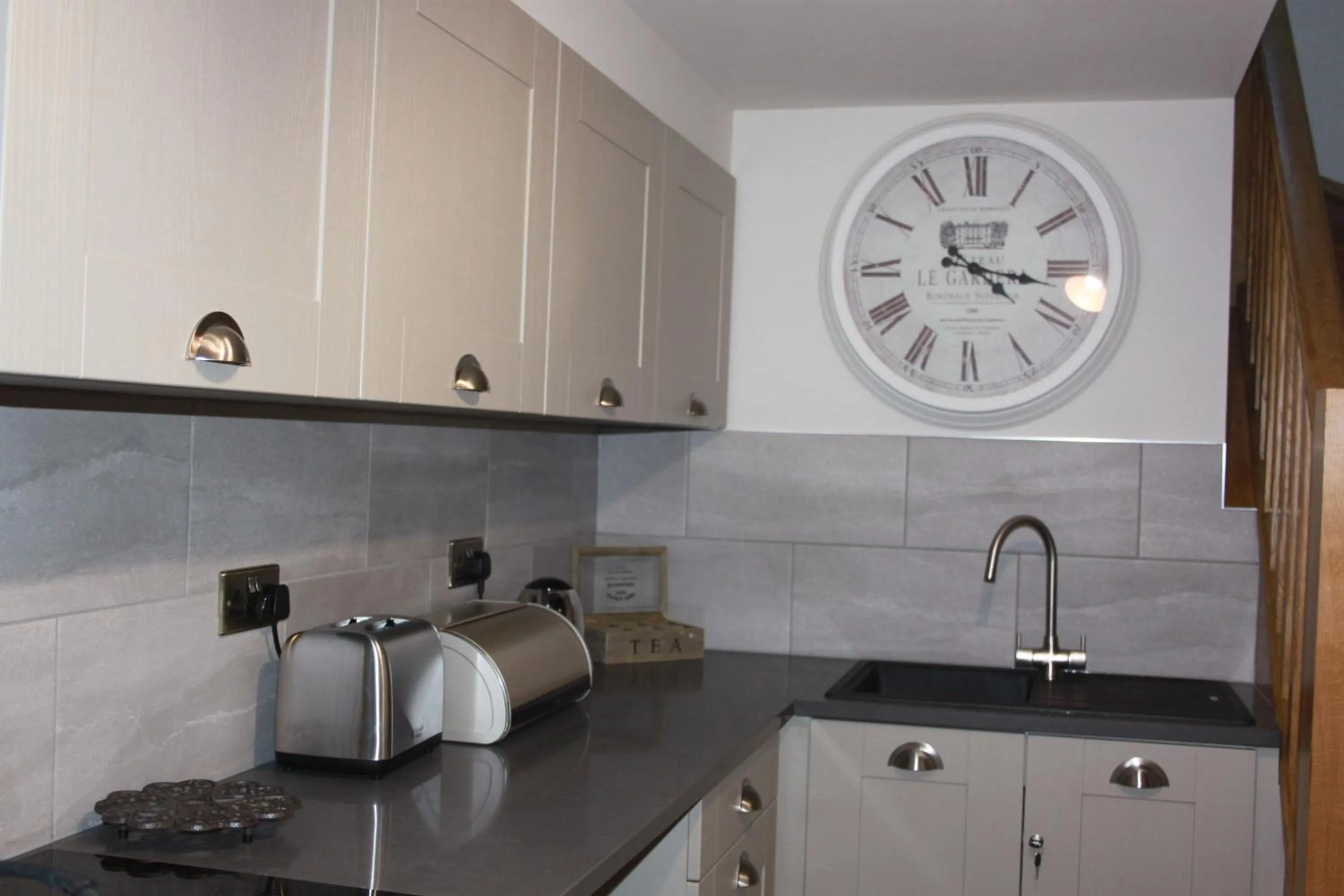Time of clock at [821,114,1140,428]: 4:16
